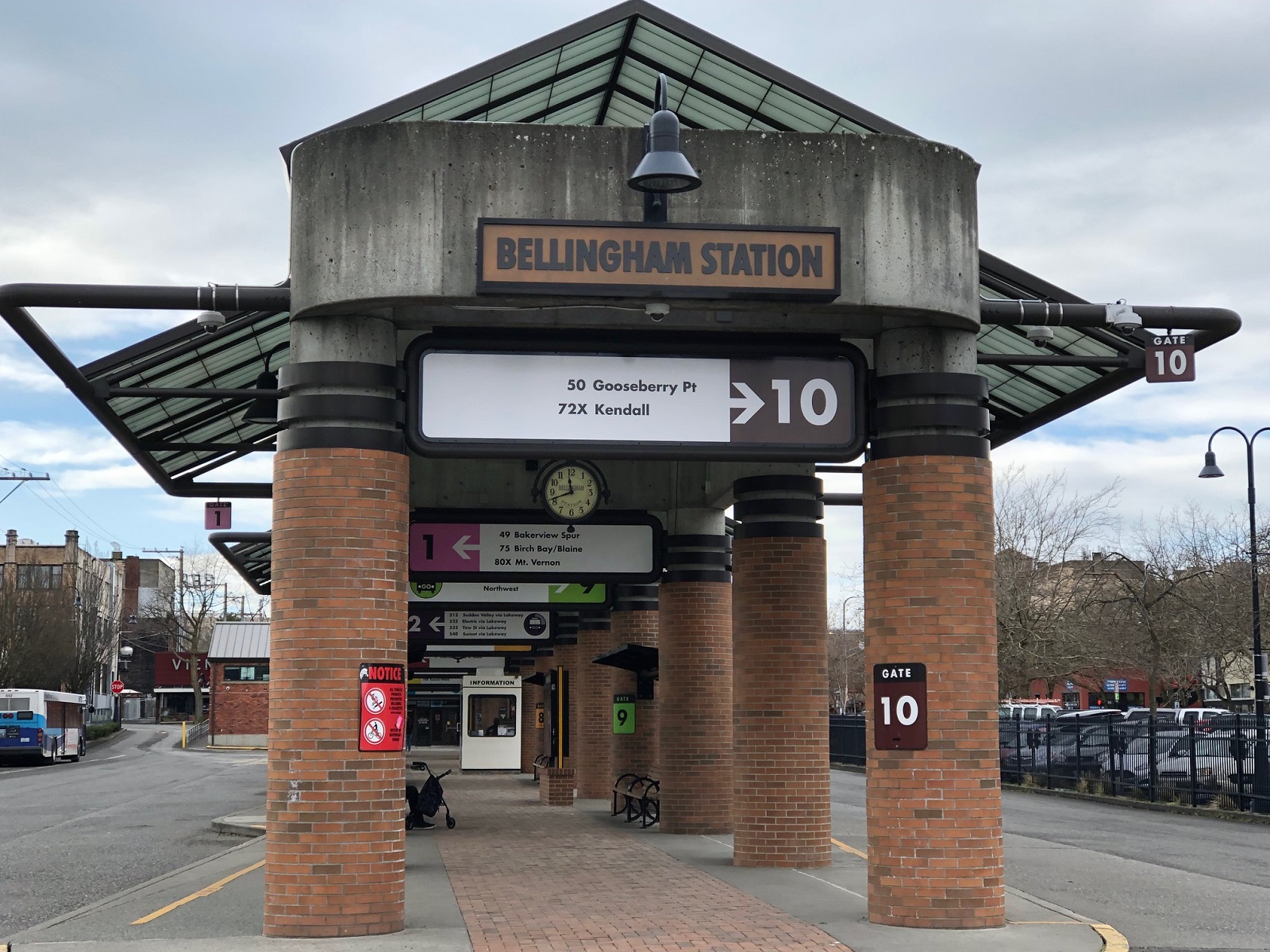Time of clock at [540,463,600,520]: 11:41
